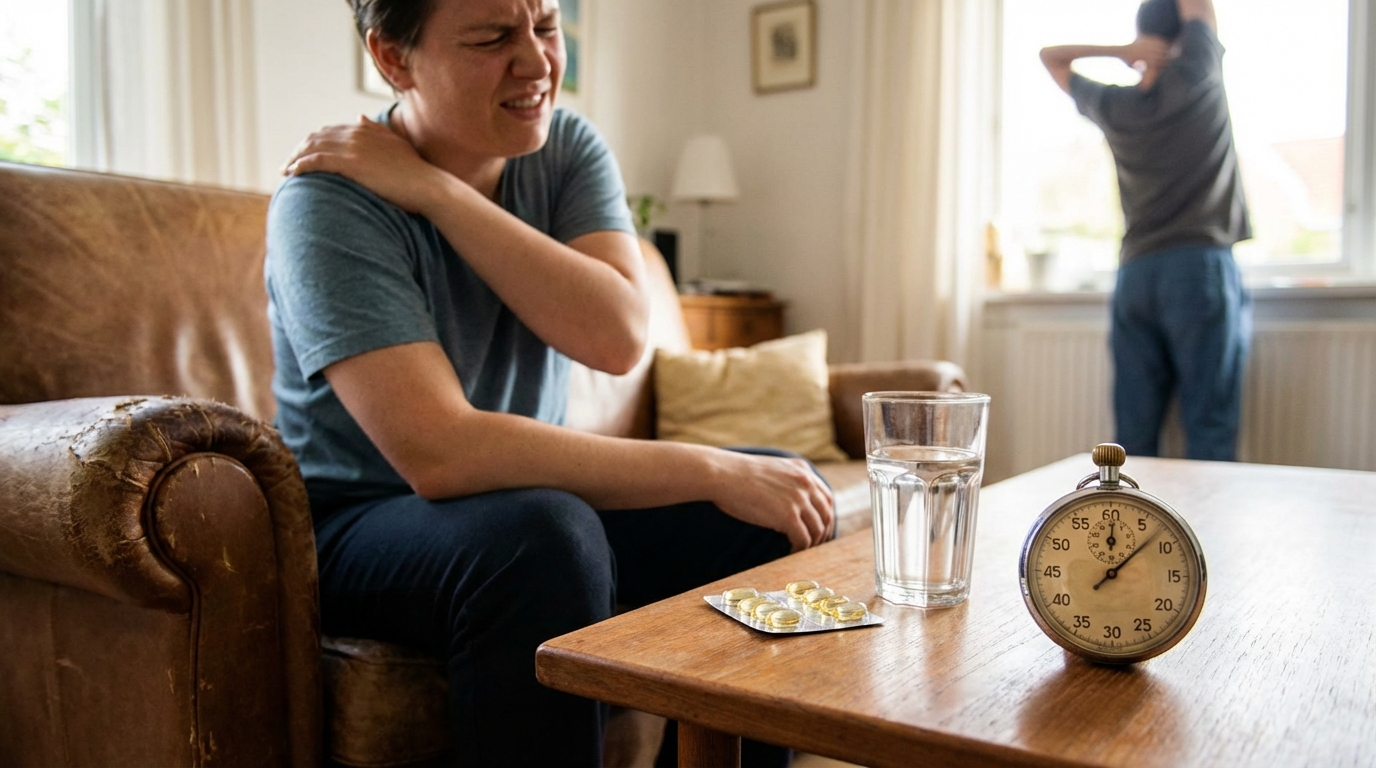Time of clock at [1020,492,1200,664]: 12:07
